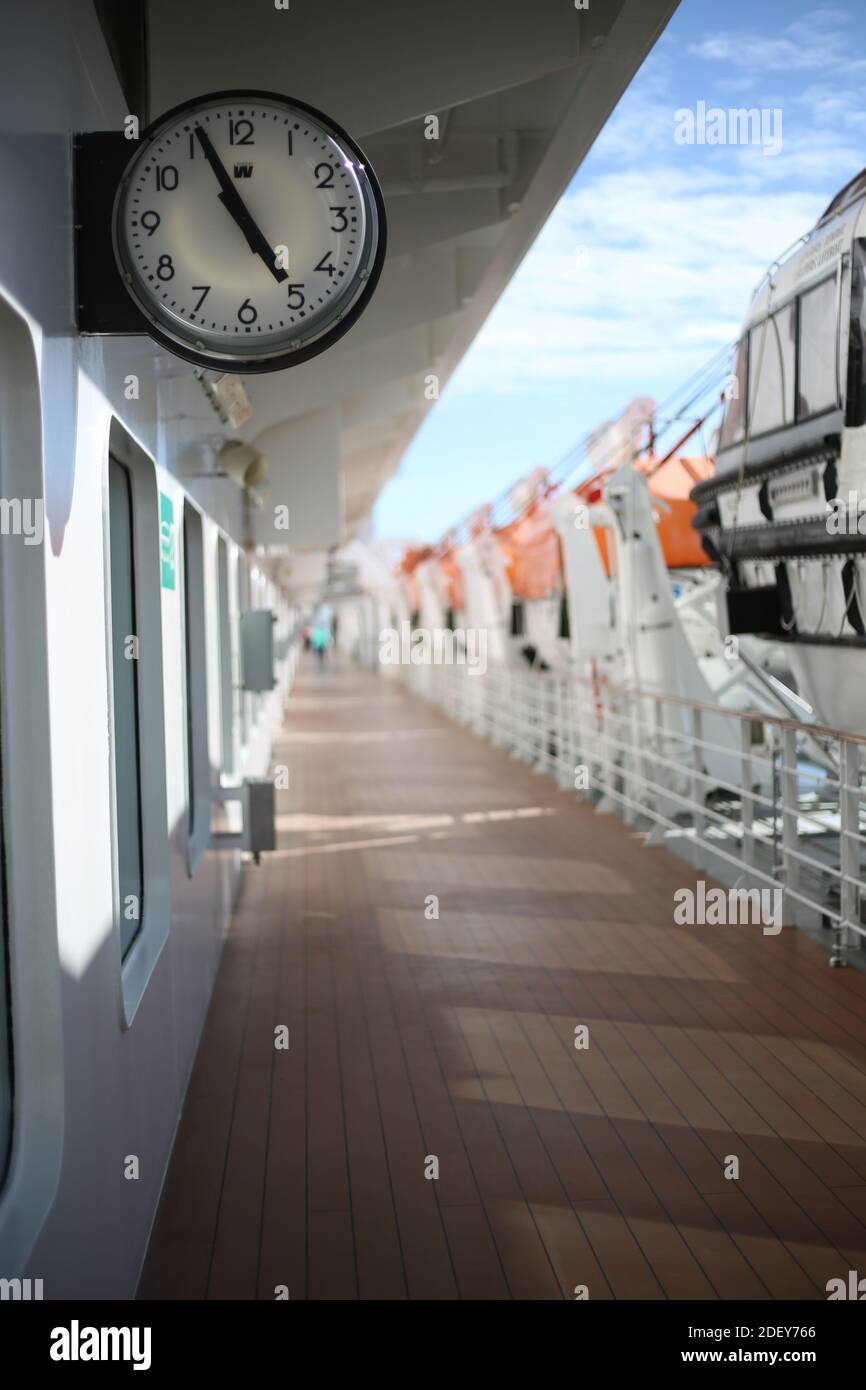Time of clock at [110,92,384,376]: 4:55
